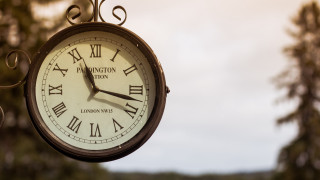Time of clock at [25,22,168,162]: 11:17
